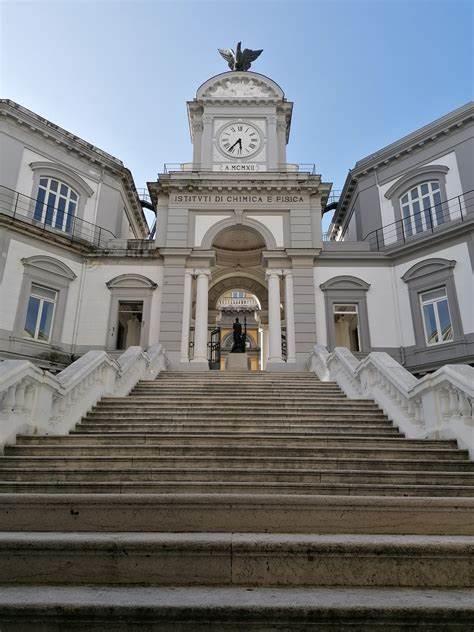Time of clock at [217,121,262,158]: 5:36
